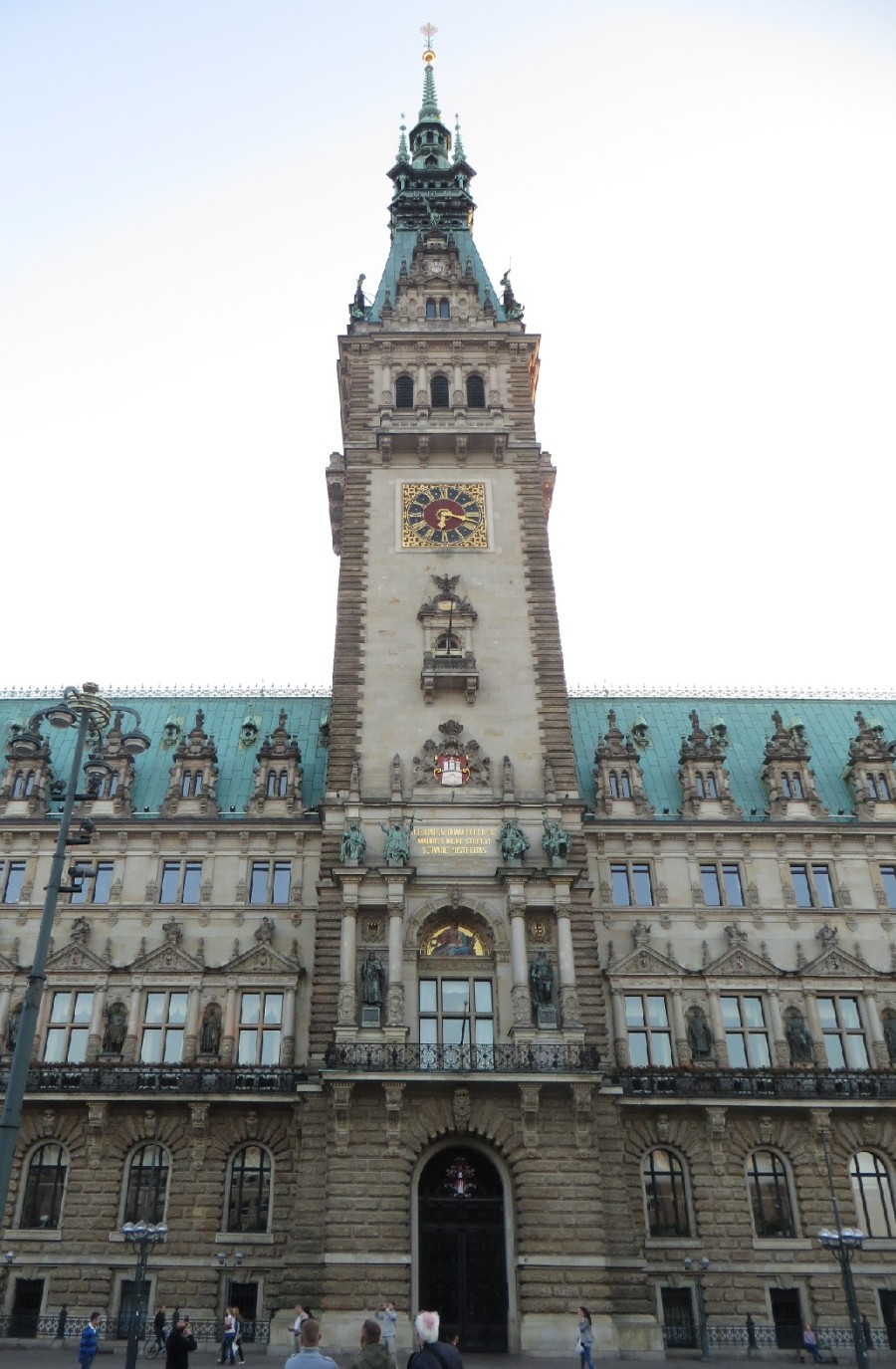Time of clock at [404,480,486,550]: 6:17
